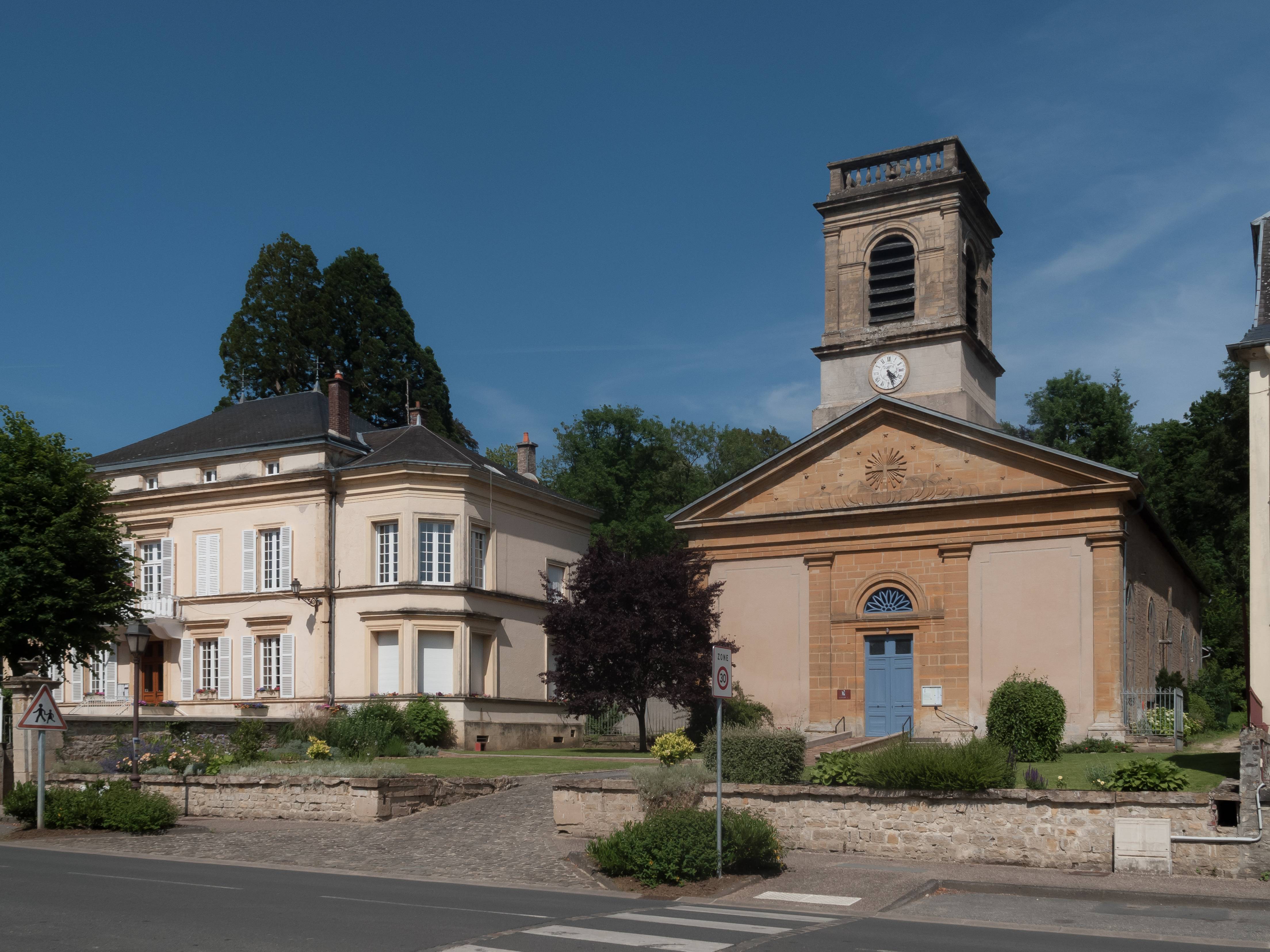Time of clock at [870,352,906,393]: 4:26
